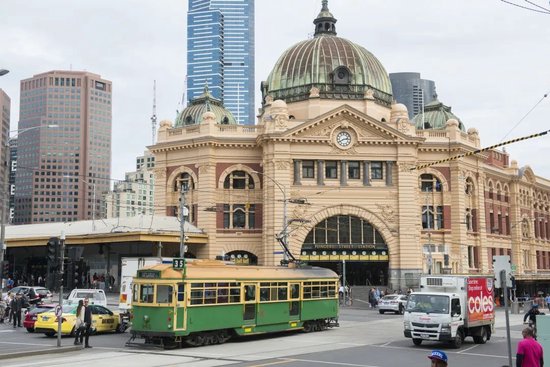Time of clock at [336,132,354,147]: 2:40
